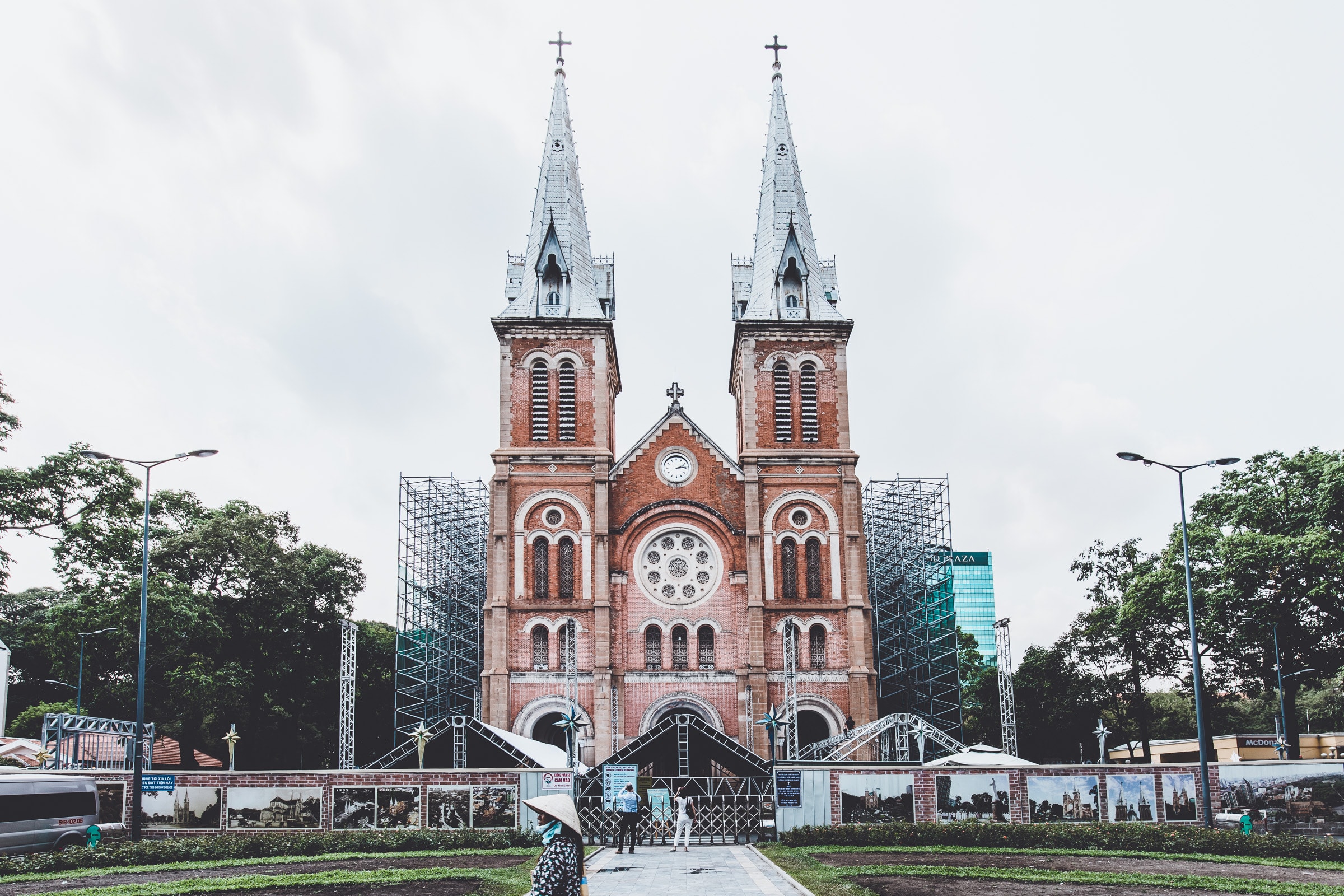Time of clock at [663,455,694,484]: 2:13
